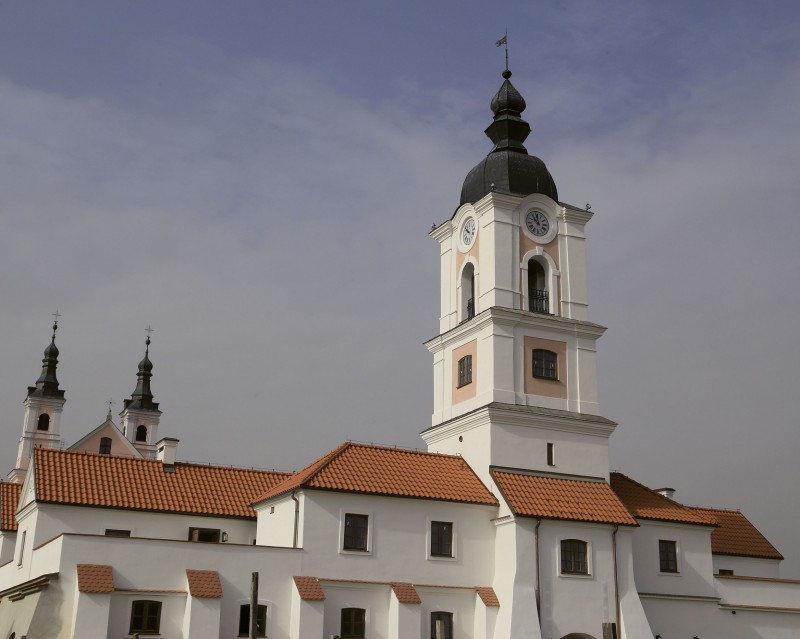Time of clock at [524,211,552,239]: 11:52
